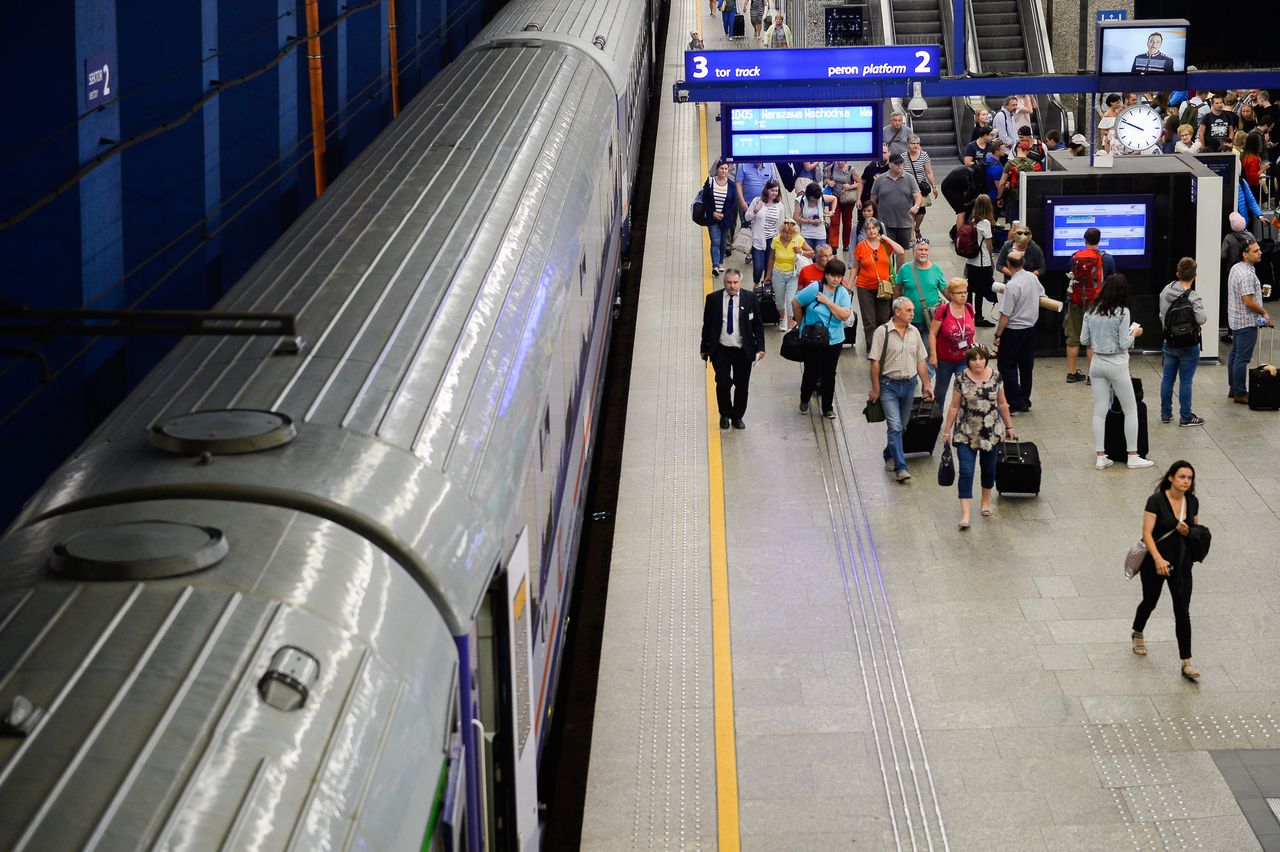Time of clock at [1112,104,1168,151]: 9:48
